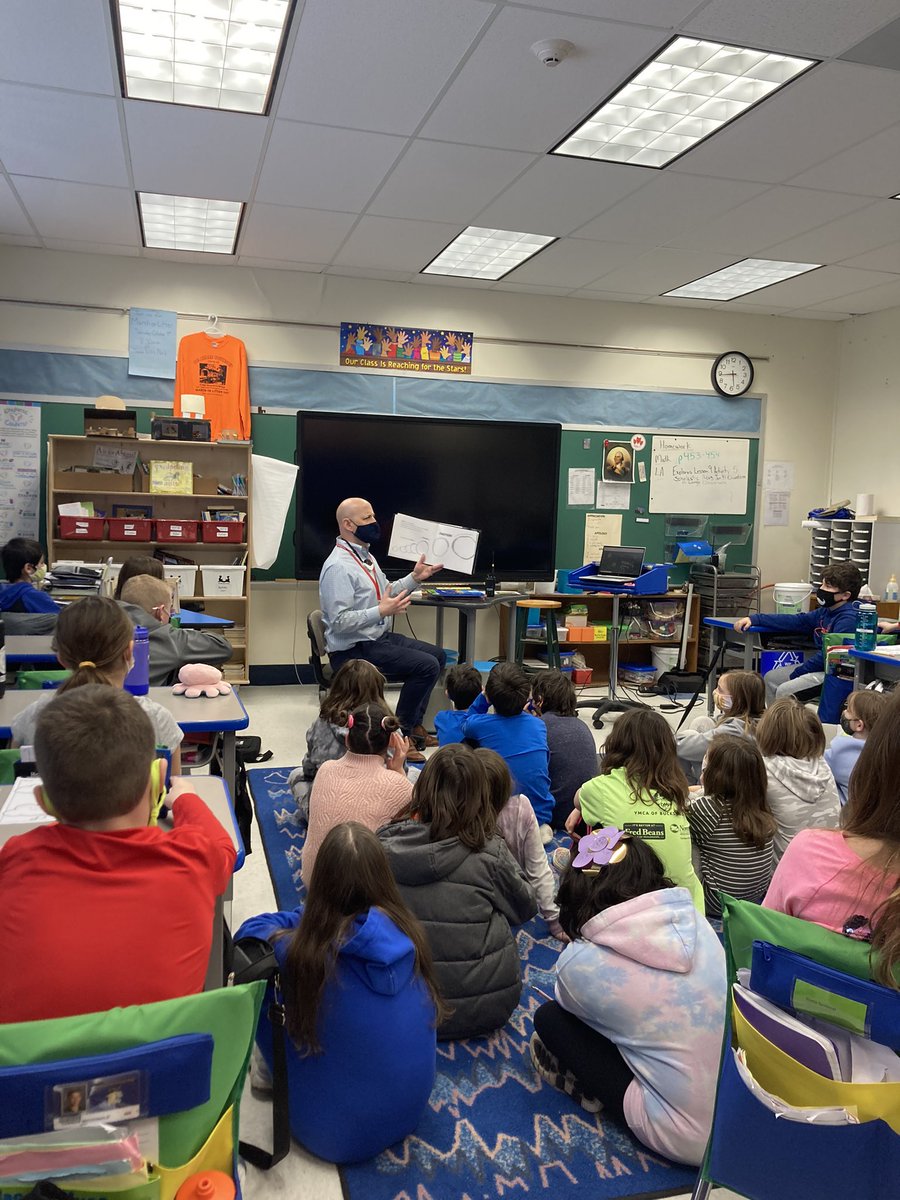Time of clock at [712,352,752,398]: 5:44
